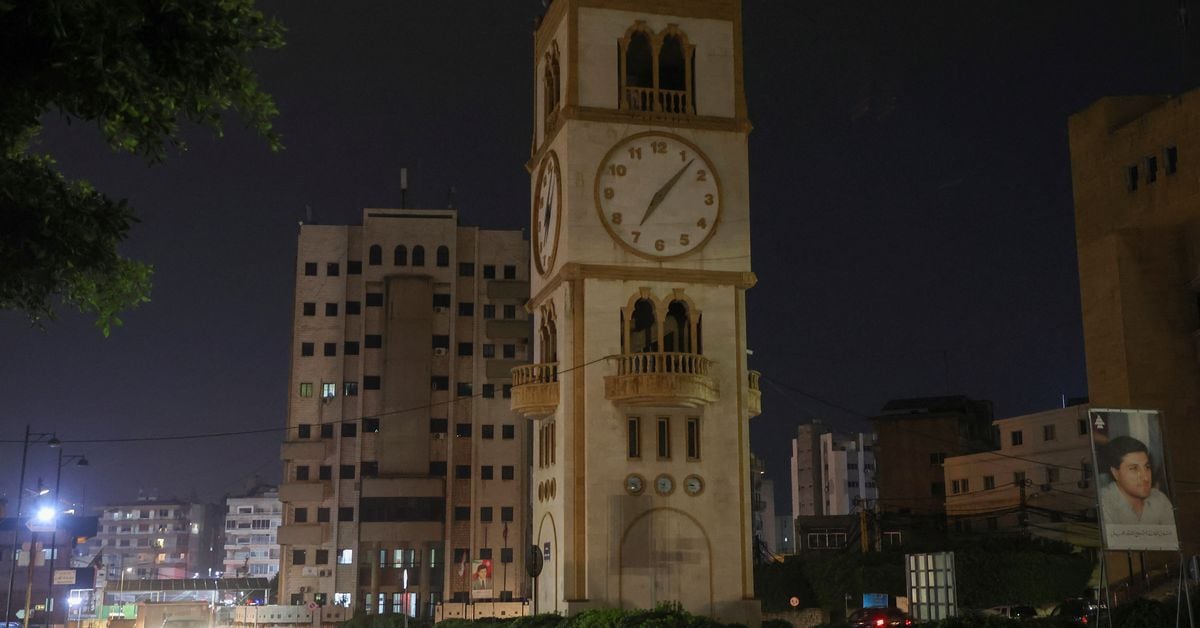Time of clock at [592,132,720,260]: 7:07
